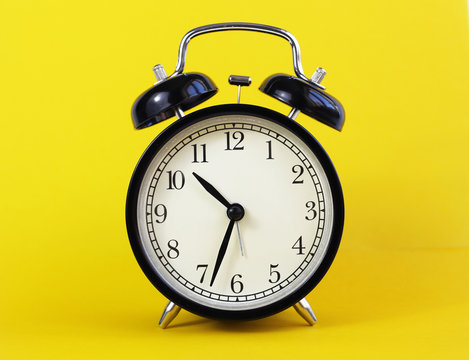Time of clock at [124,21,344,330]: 10:33
